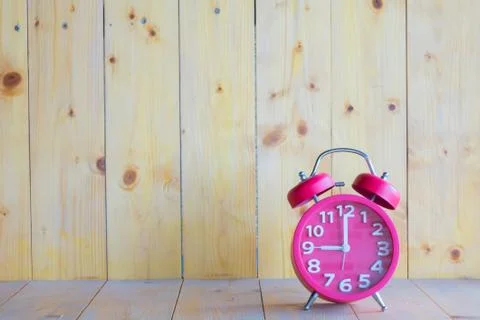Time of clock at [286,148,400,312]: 9:00
